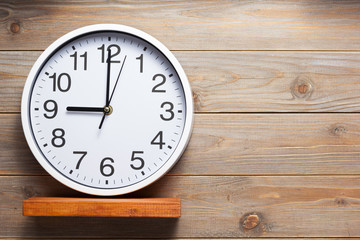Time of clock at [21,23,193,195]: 9:00
